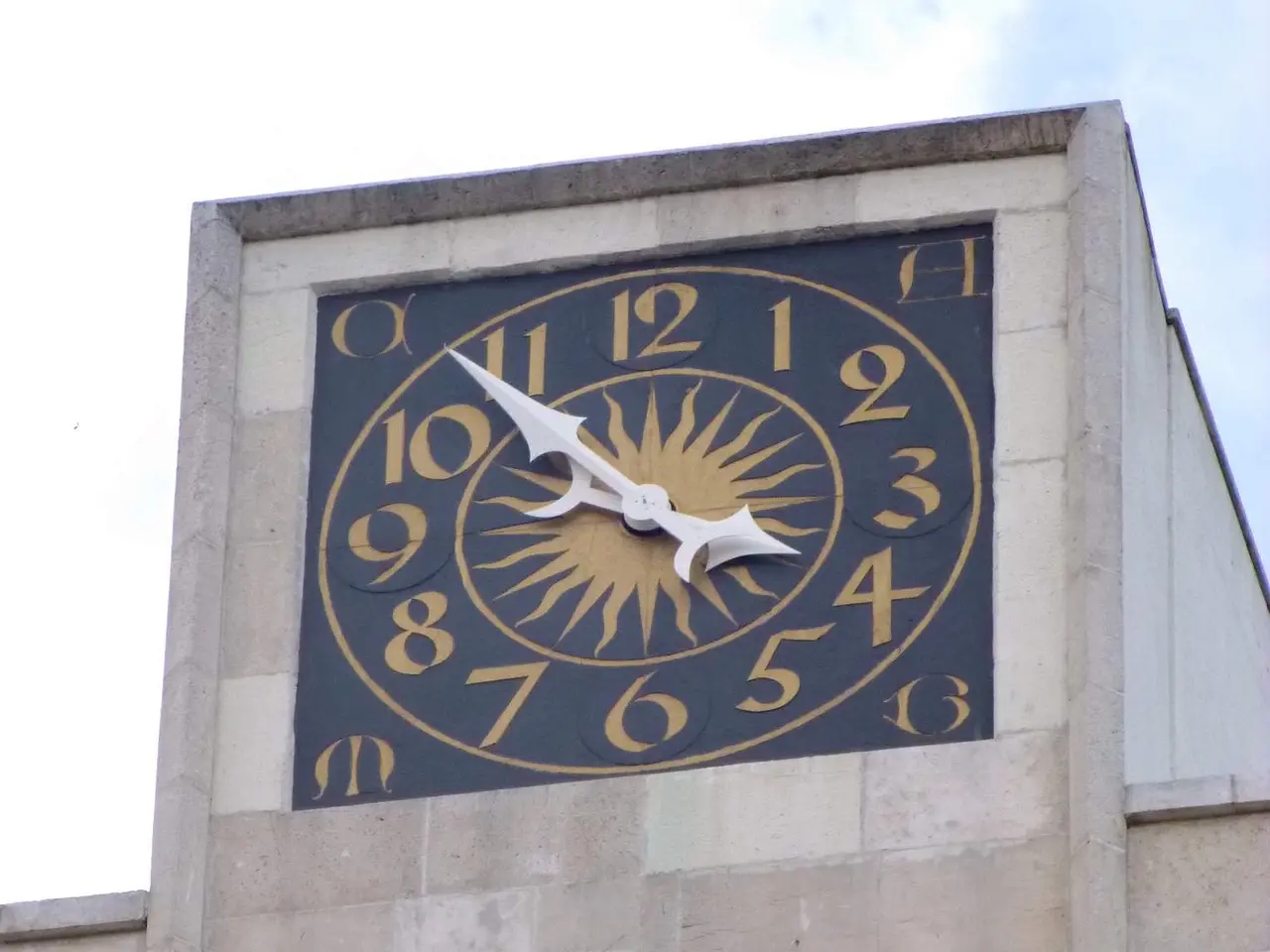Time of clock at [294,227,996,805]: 3:53
